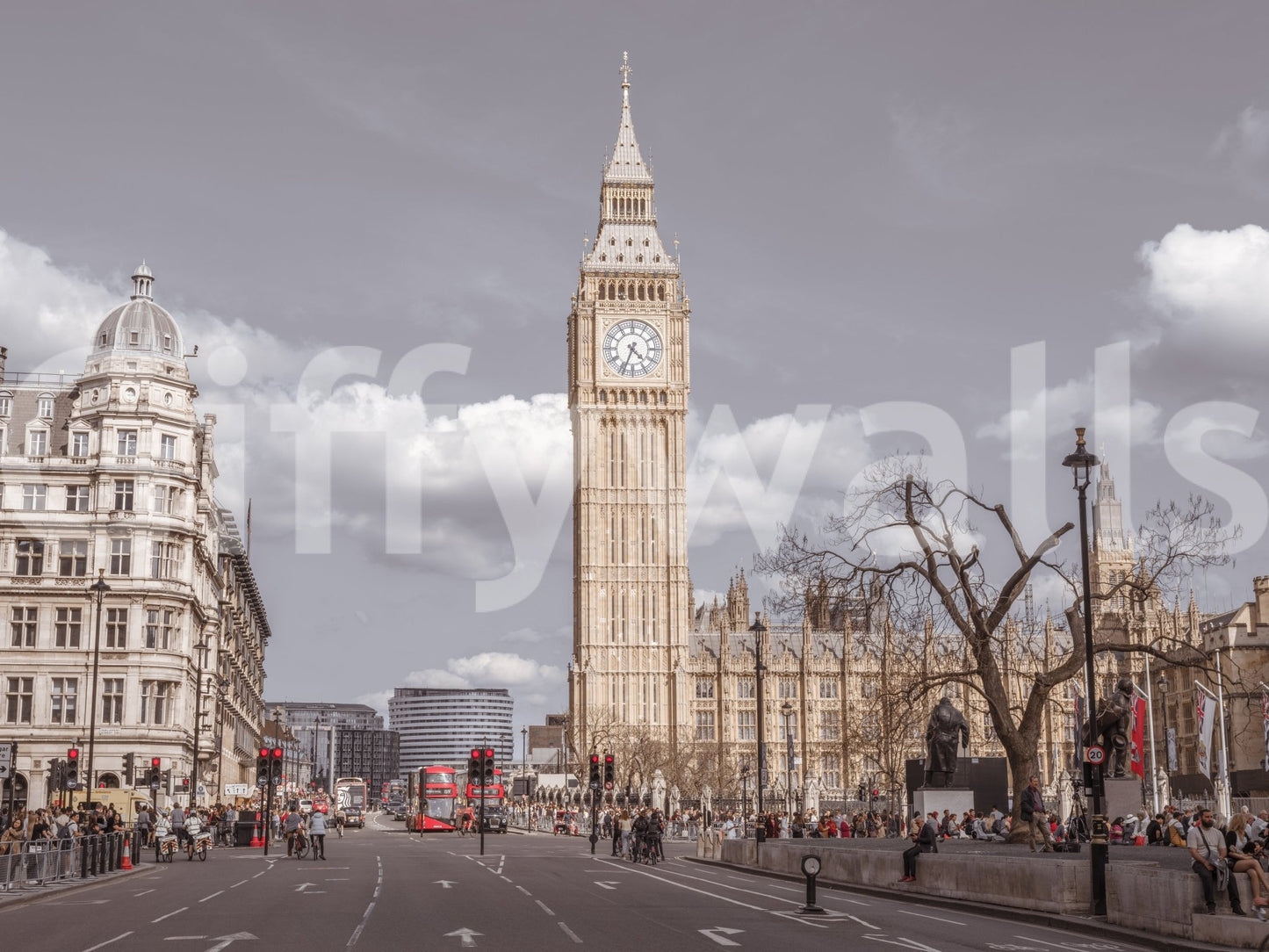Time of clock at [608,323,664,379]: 4:33
